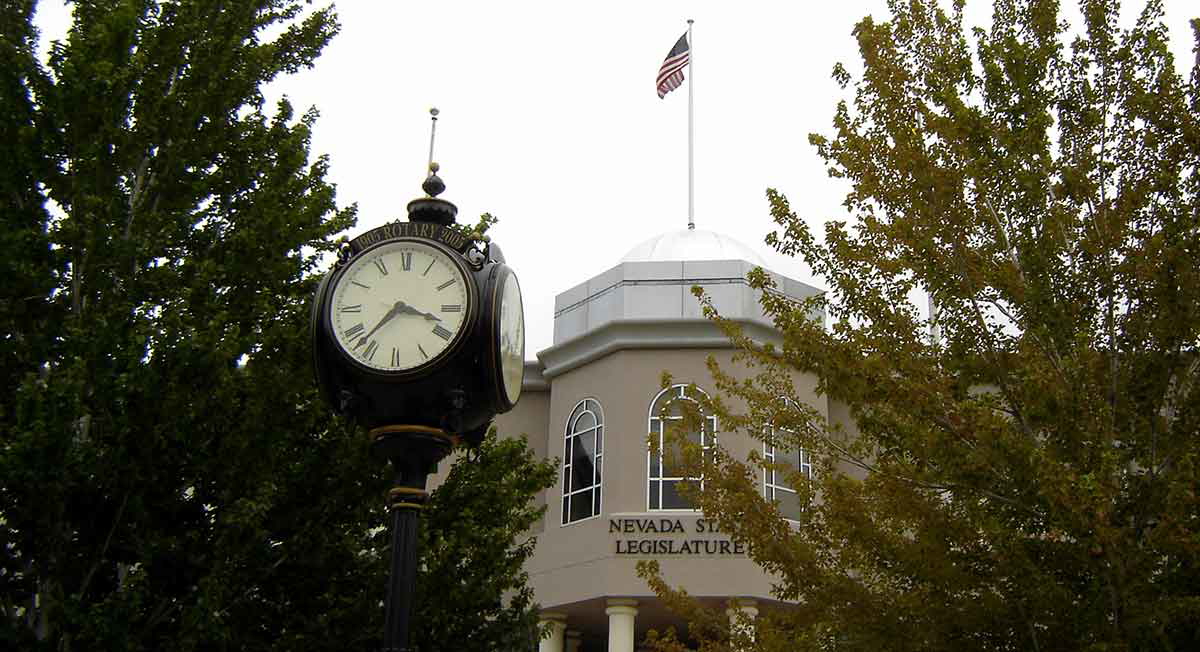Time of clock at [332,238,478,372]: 3:37
